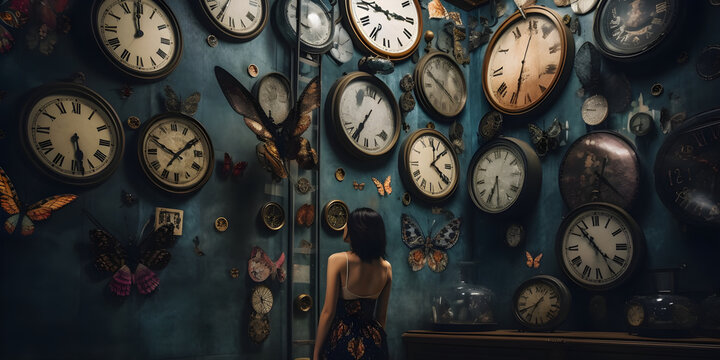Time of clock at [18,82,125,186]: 5:28
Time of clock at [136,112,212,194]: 1:49
